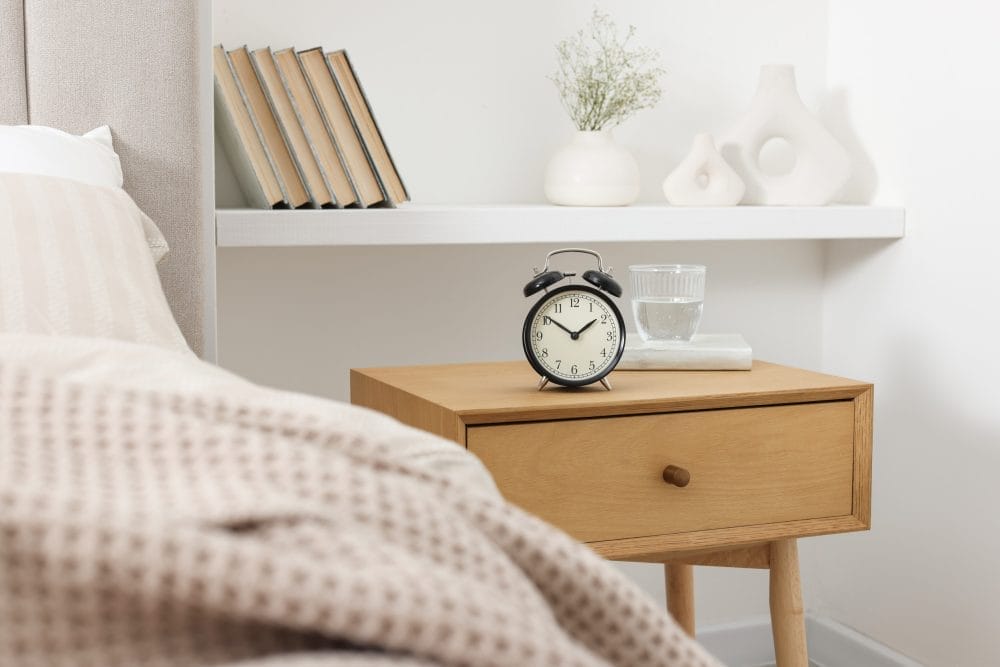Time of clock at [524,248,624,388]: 1:50
